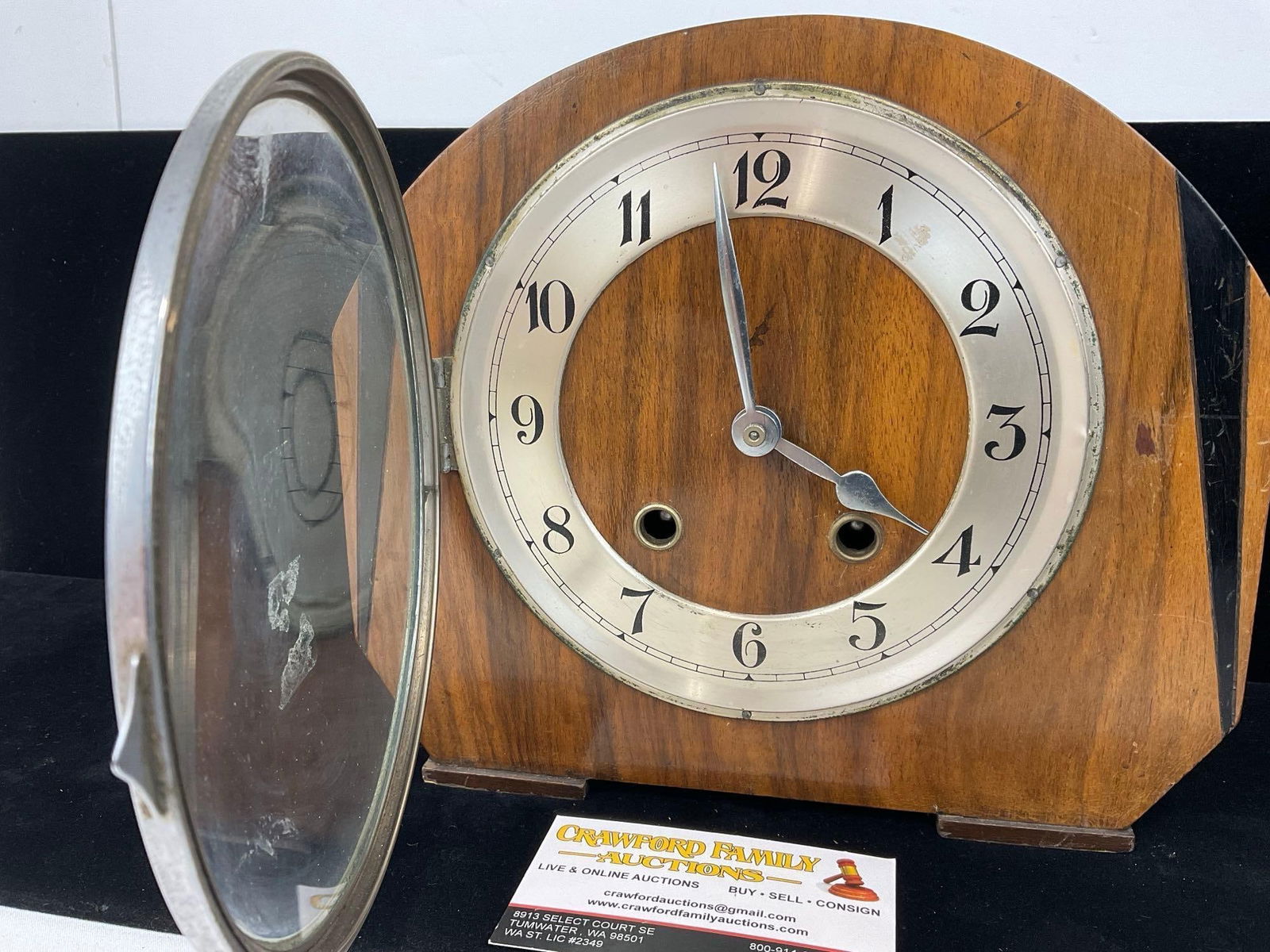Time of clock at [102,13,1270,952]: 3:58
